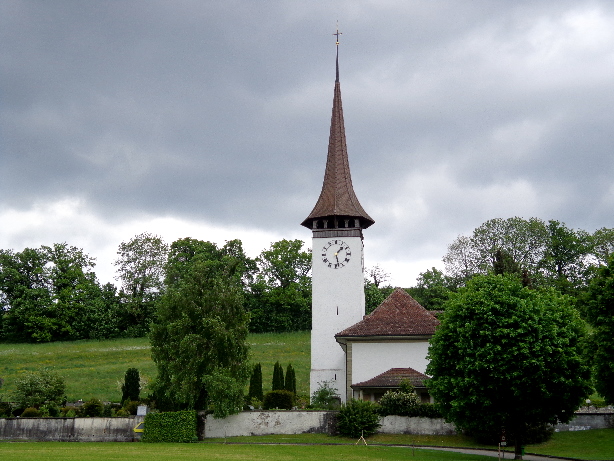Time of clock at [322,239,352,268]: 1:28
